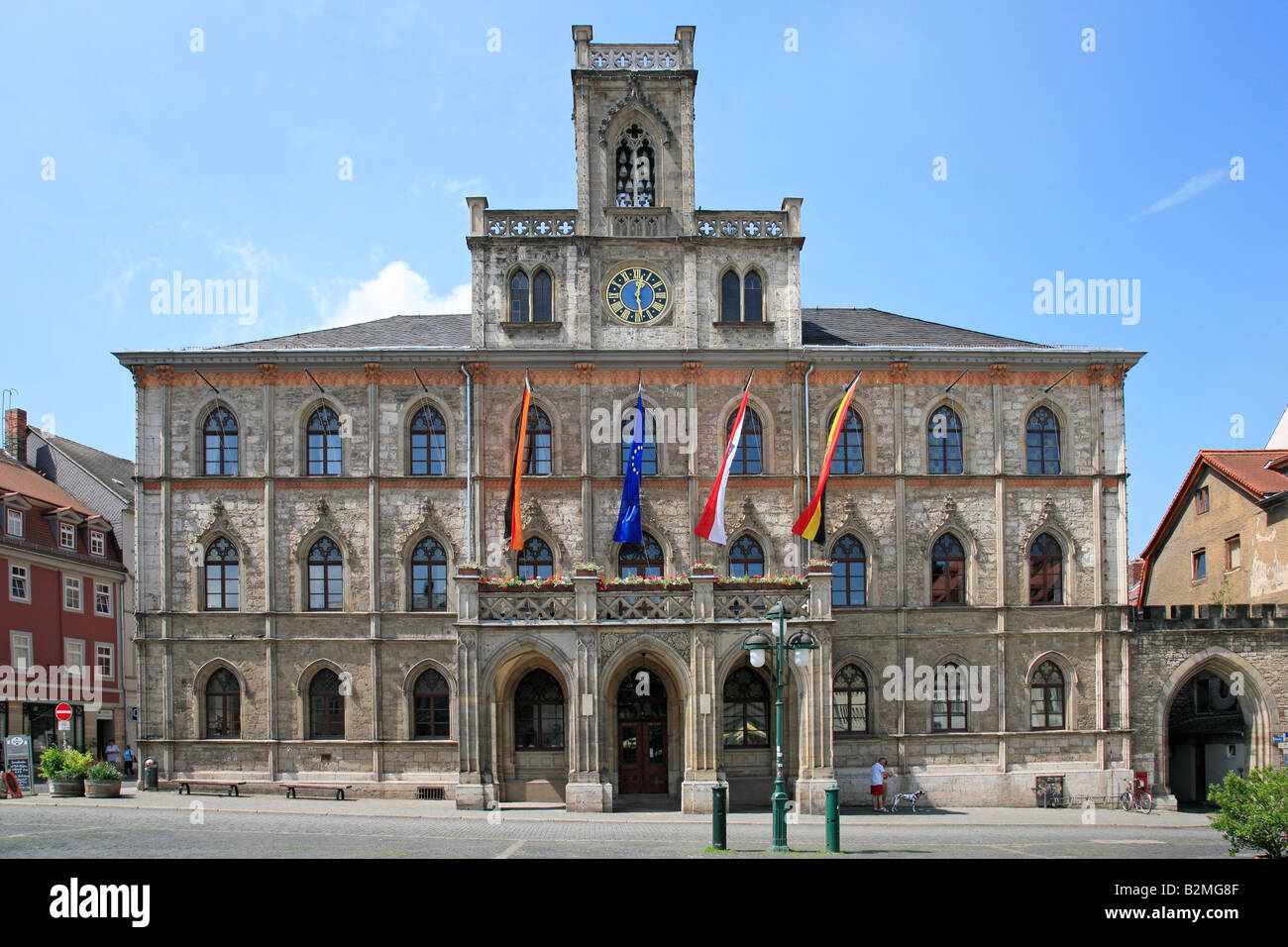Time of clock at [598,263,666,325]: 12:26
